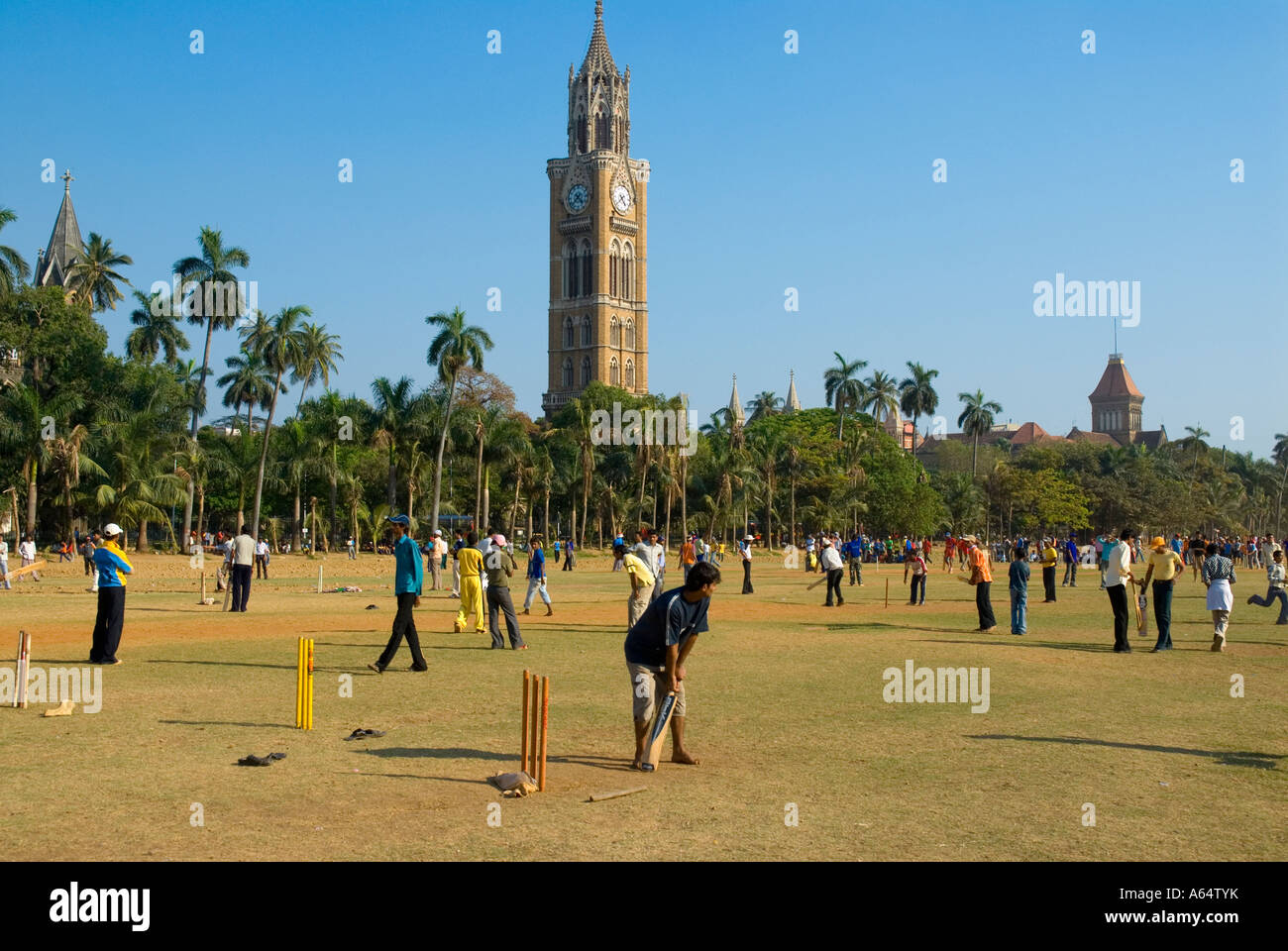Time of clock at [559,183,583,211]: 4:37
